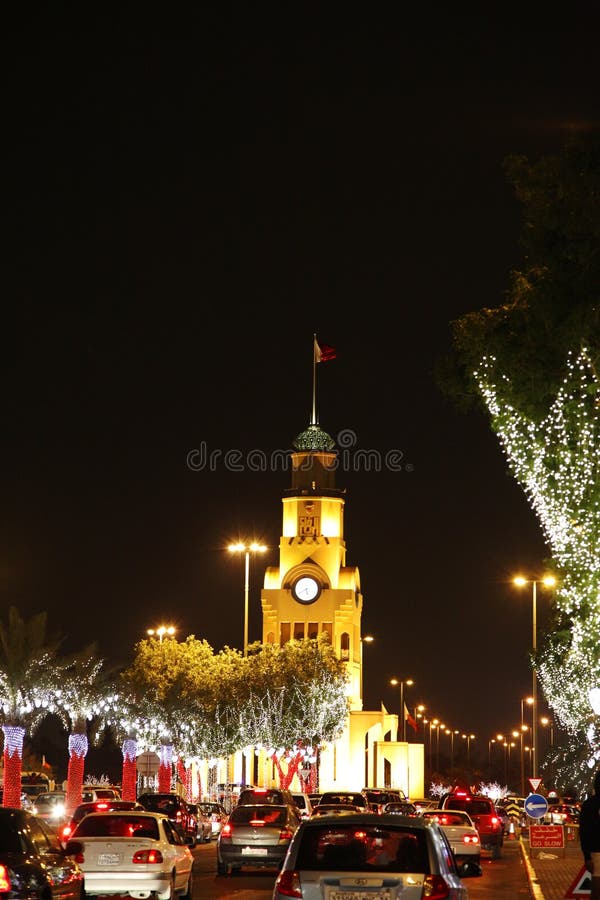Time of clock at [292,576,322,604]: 5:40
